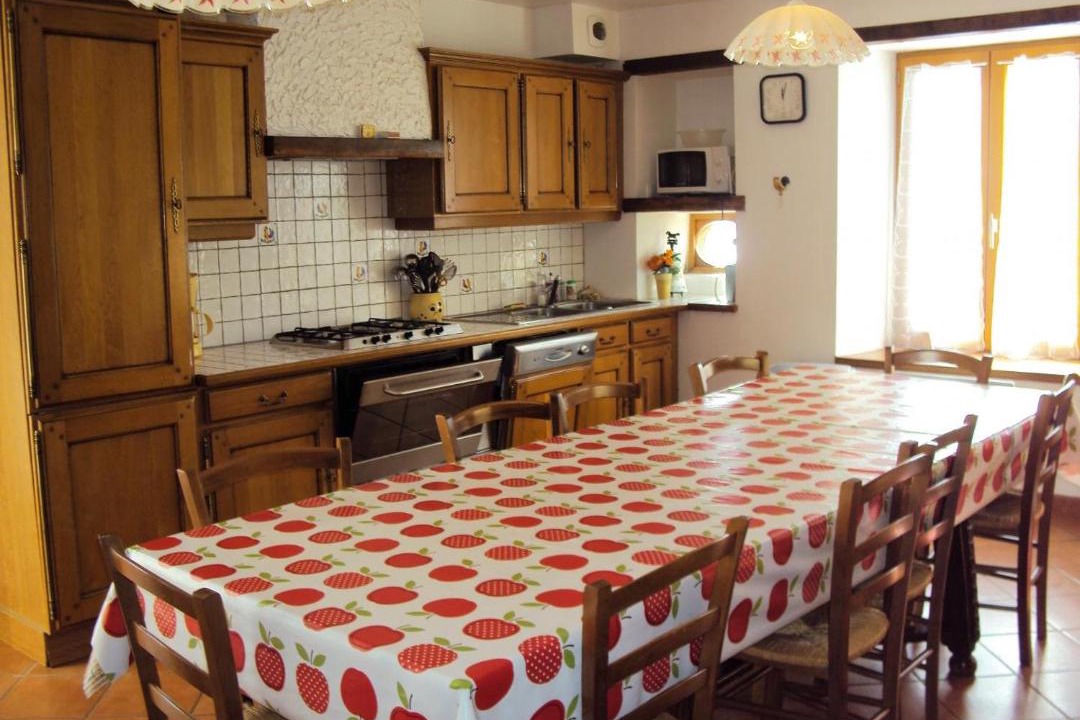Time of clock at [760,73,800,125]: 12:03
